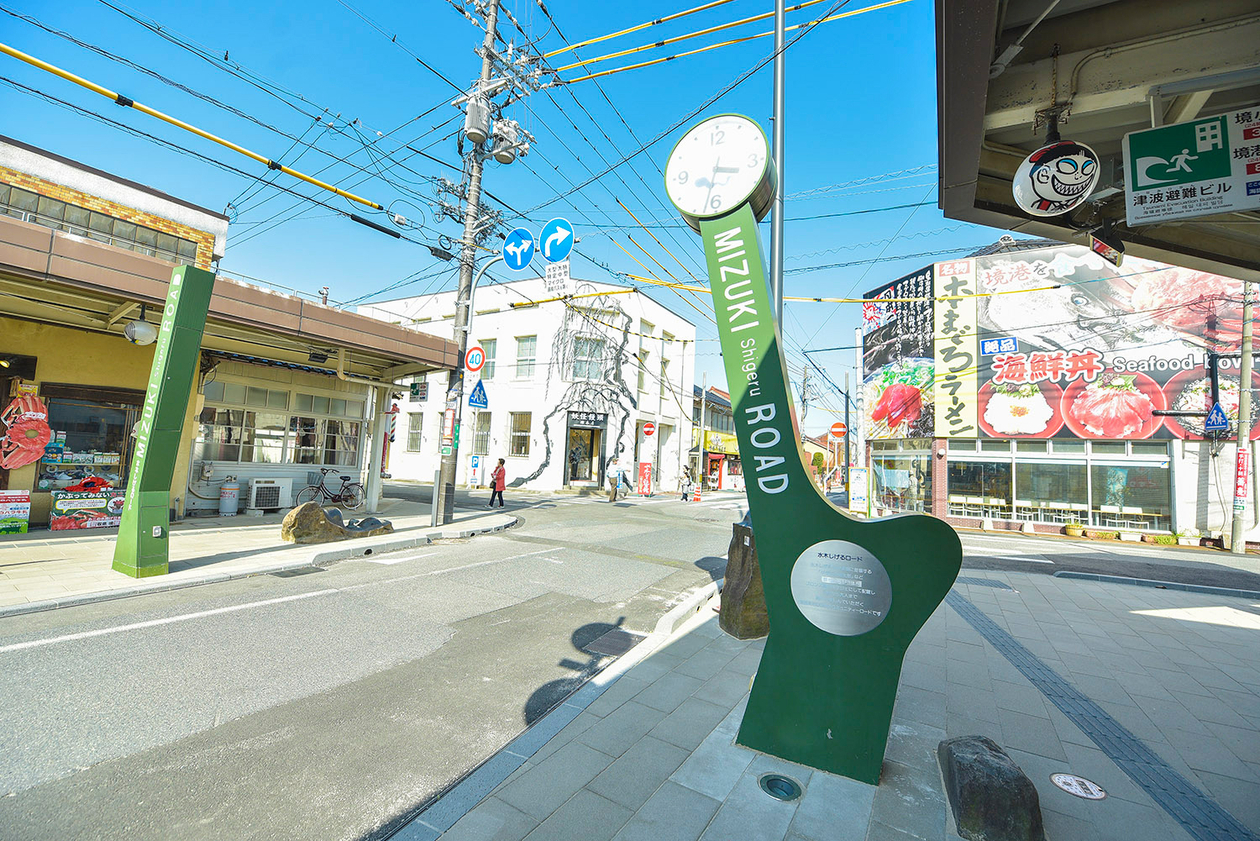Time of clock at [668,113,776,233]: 3:32
